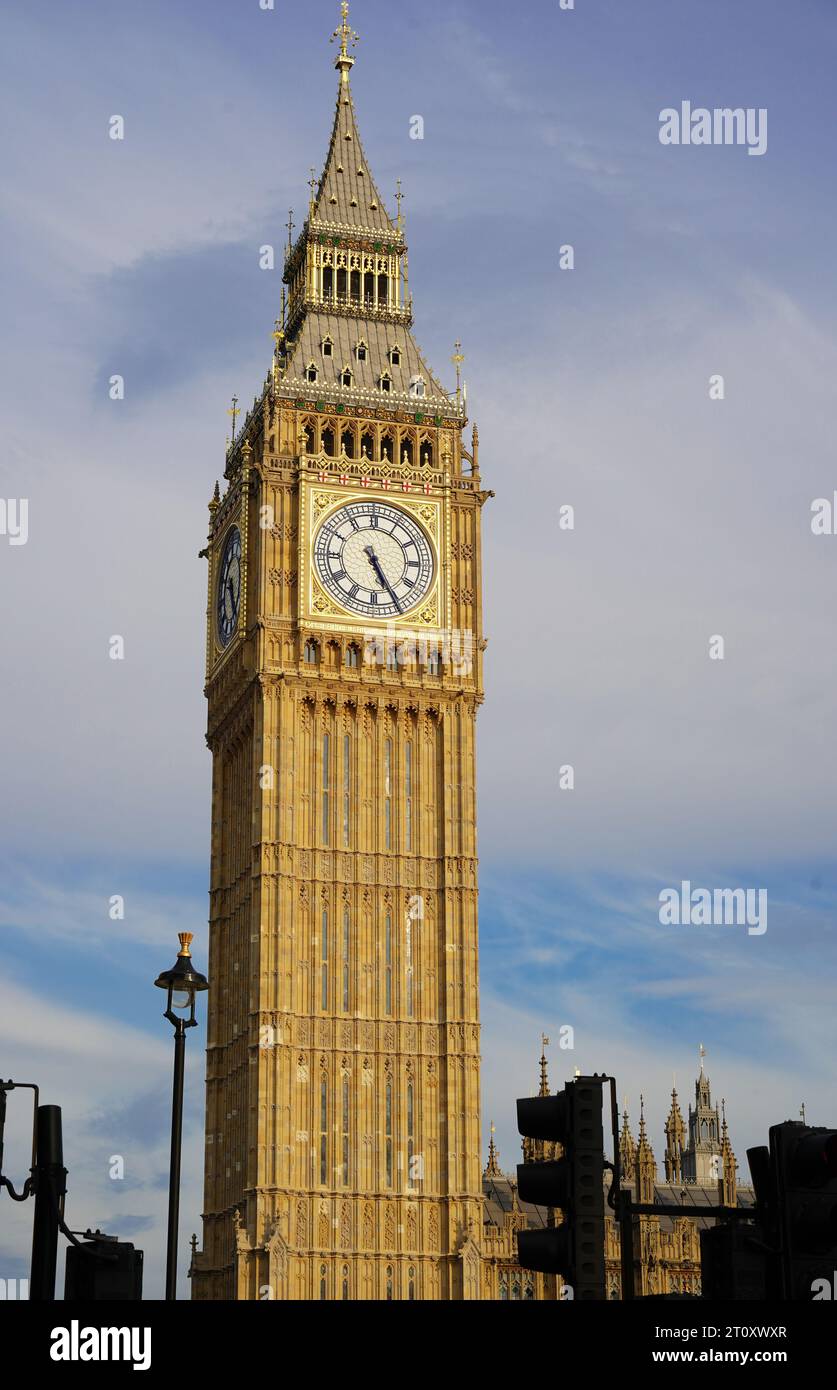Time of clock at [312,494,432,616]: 5:25
